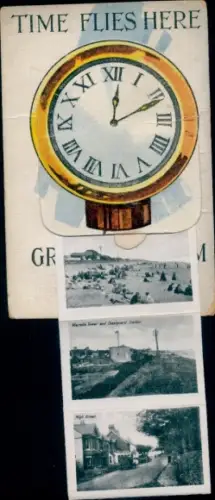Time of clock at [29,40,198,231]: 12:11
